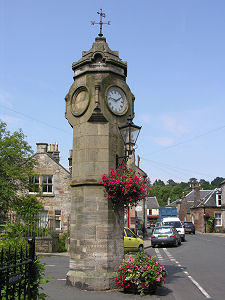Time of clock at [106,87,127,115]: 1:46
